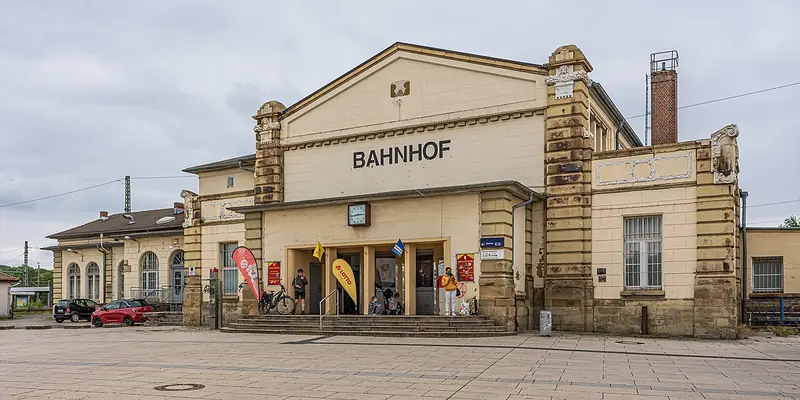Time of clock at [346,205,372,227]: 2:44
